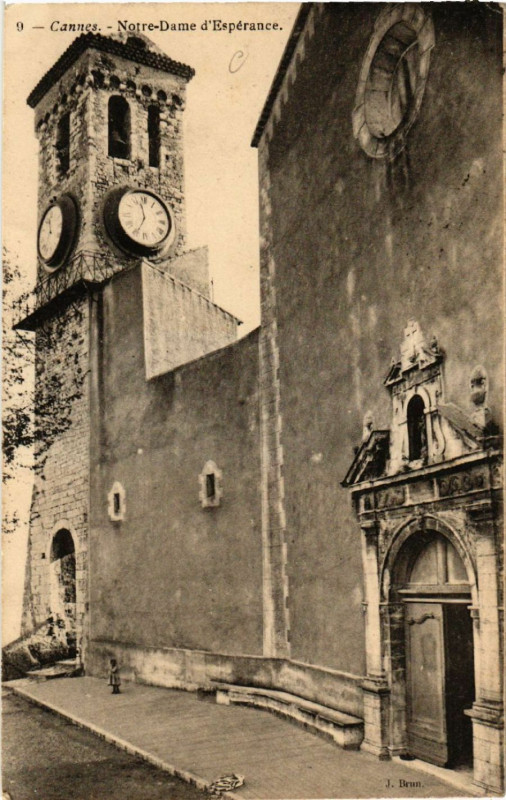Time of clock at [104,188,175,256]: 11:34
